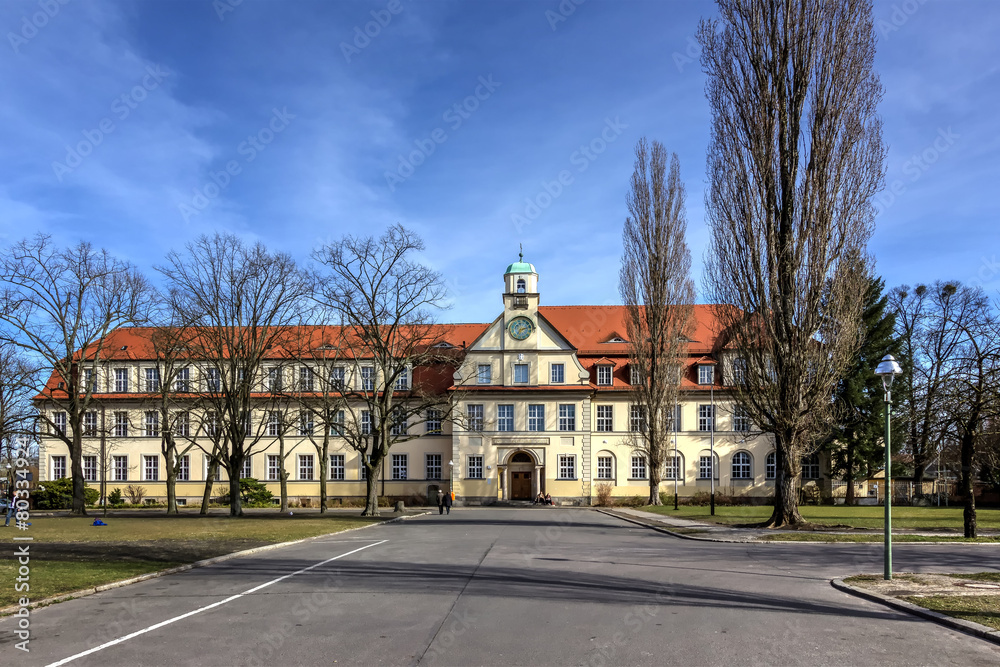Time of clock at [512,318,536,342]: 7:12
